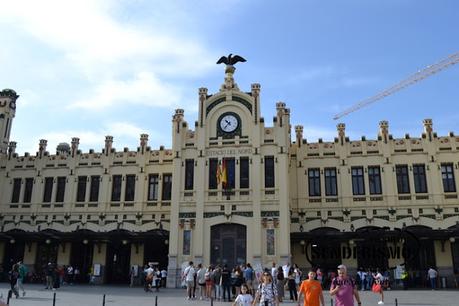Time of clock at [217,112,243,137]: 10:37
